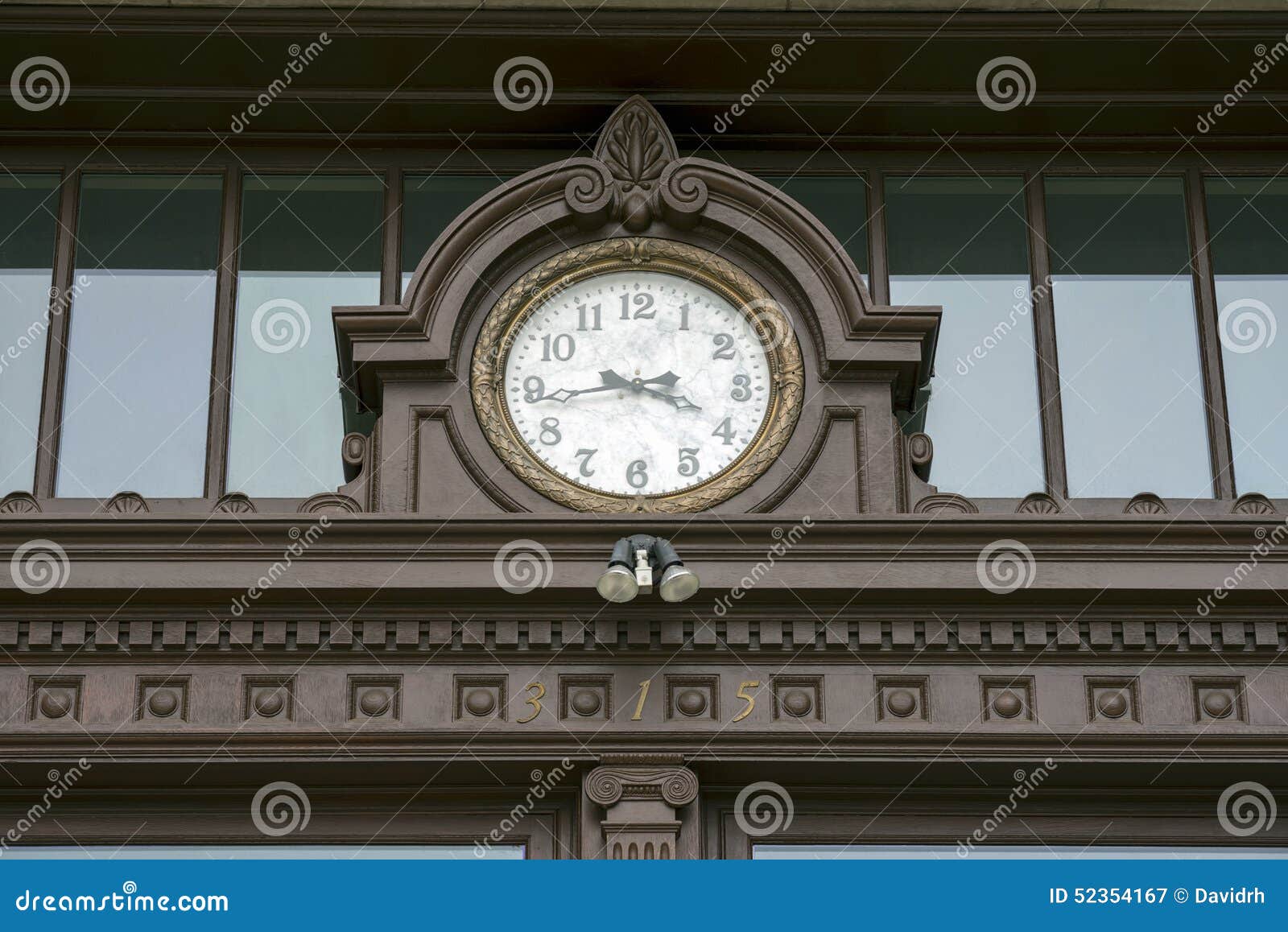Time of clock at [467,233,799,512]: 3:43
